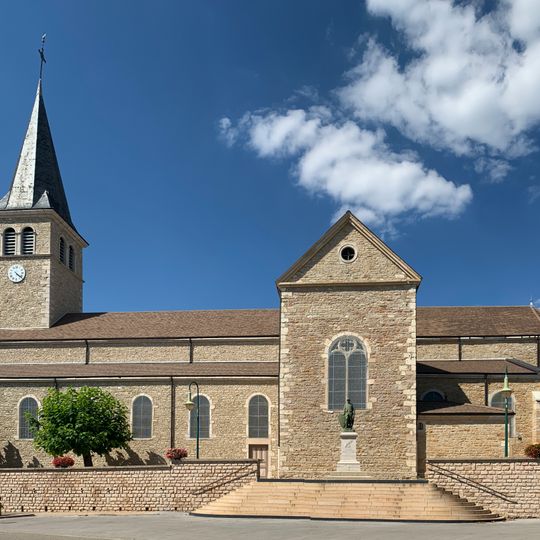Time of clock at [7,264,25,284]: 4:21
